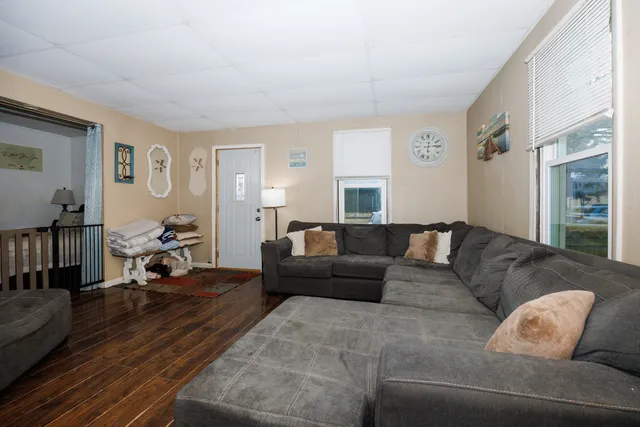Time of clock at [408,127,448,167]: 12:14
